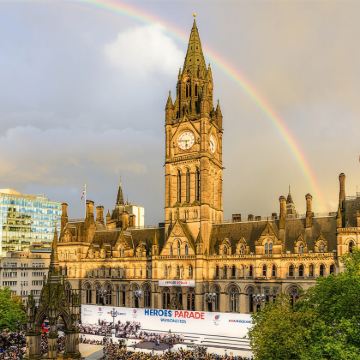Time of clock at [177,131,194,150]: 5:45
